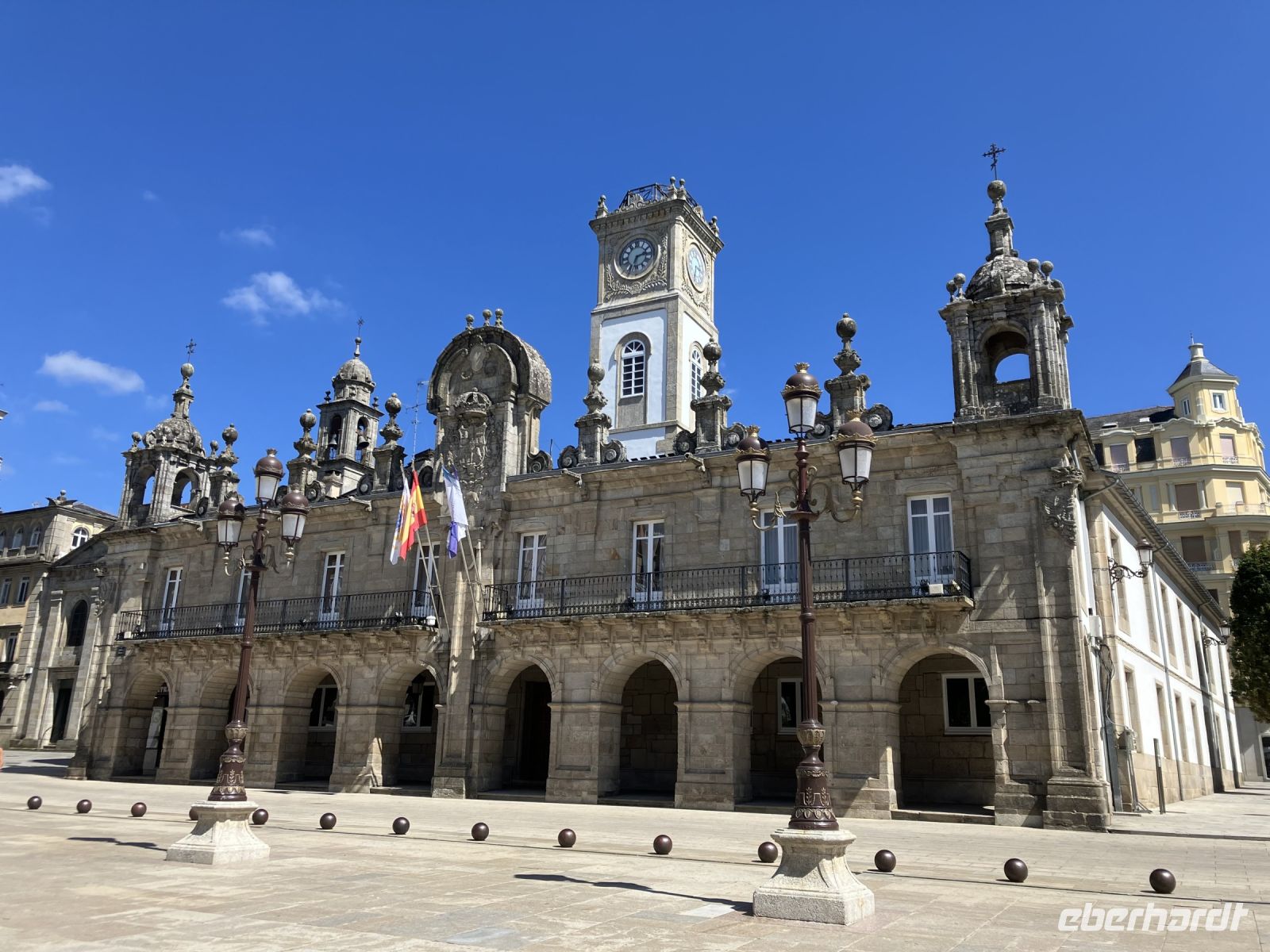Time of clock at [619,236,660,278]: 2:32
